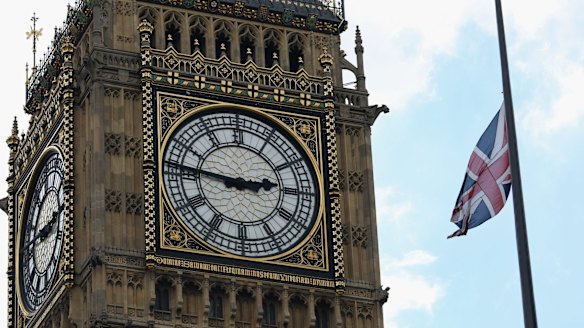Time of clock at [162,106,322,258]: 2:46
